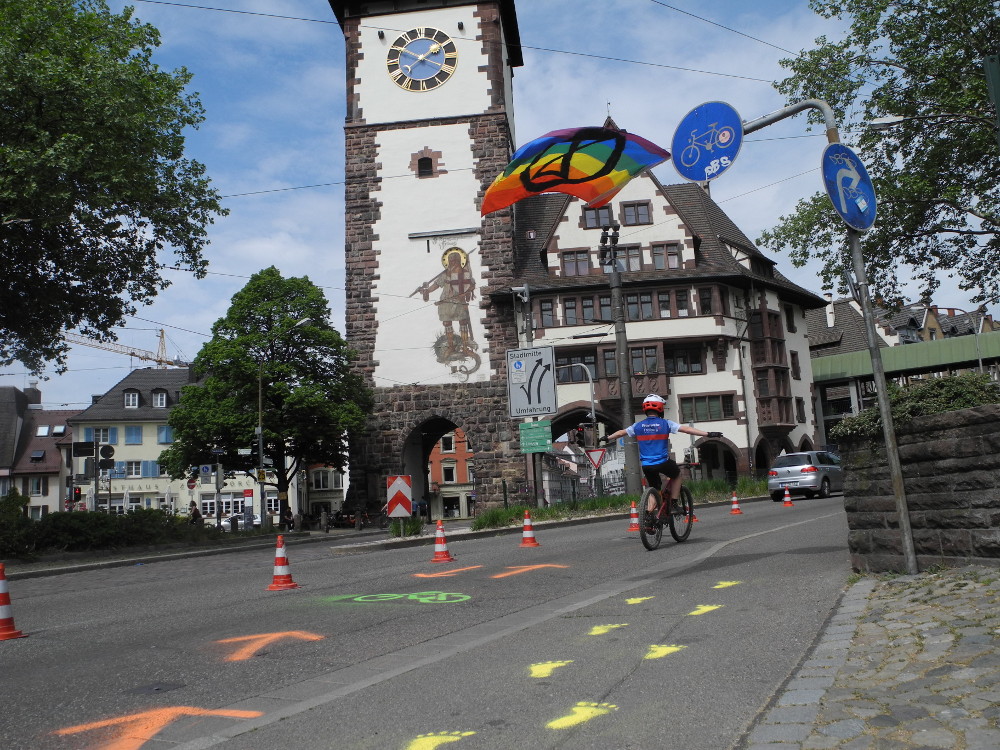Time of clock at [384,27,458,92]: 1:50
